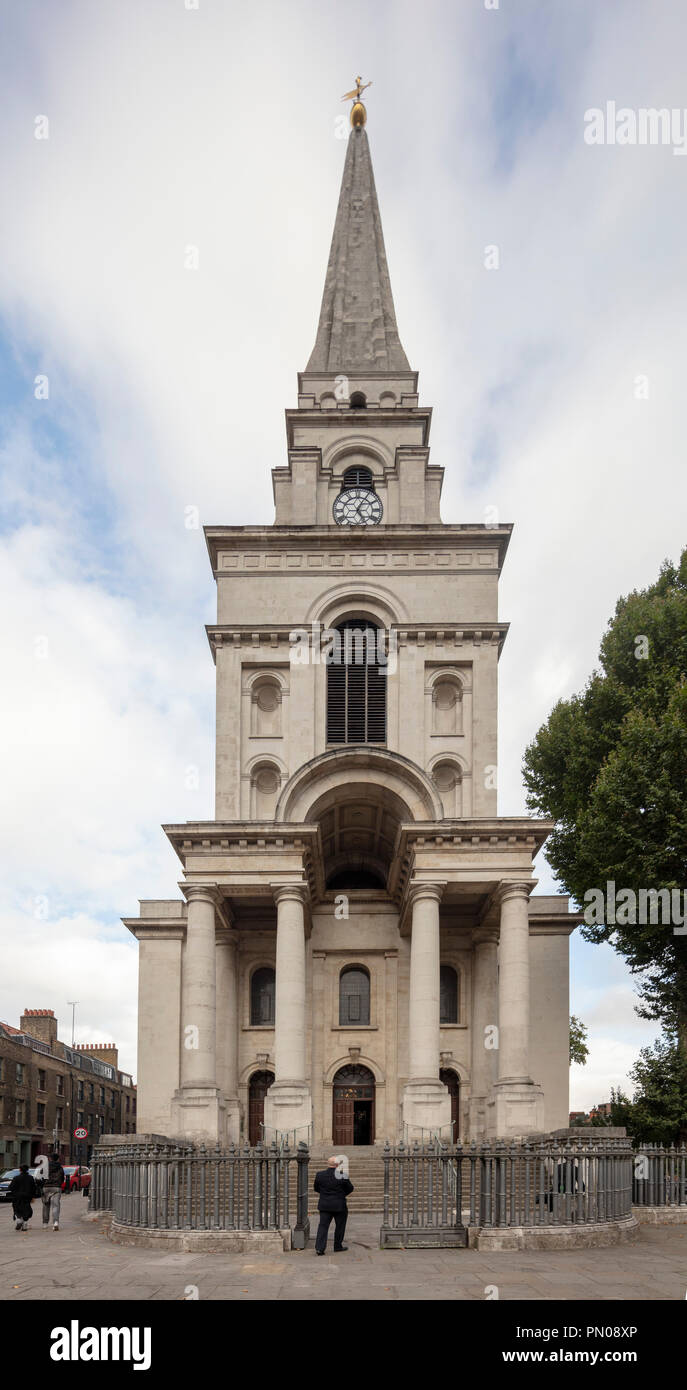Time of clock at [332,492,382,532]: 5:05
